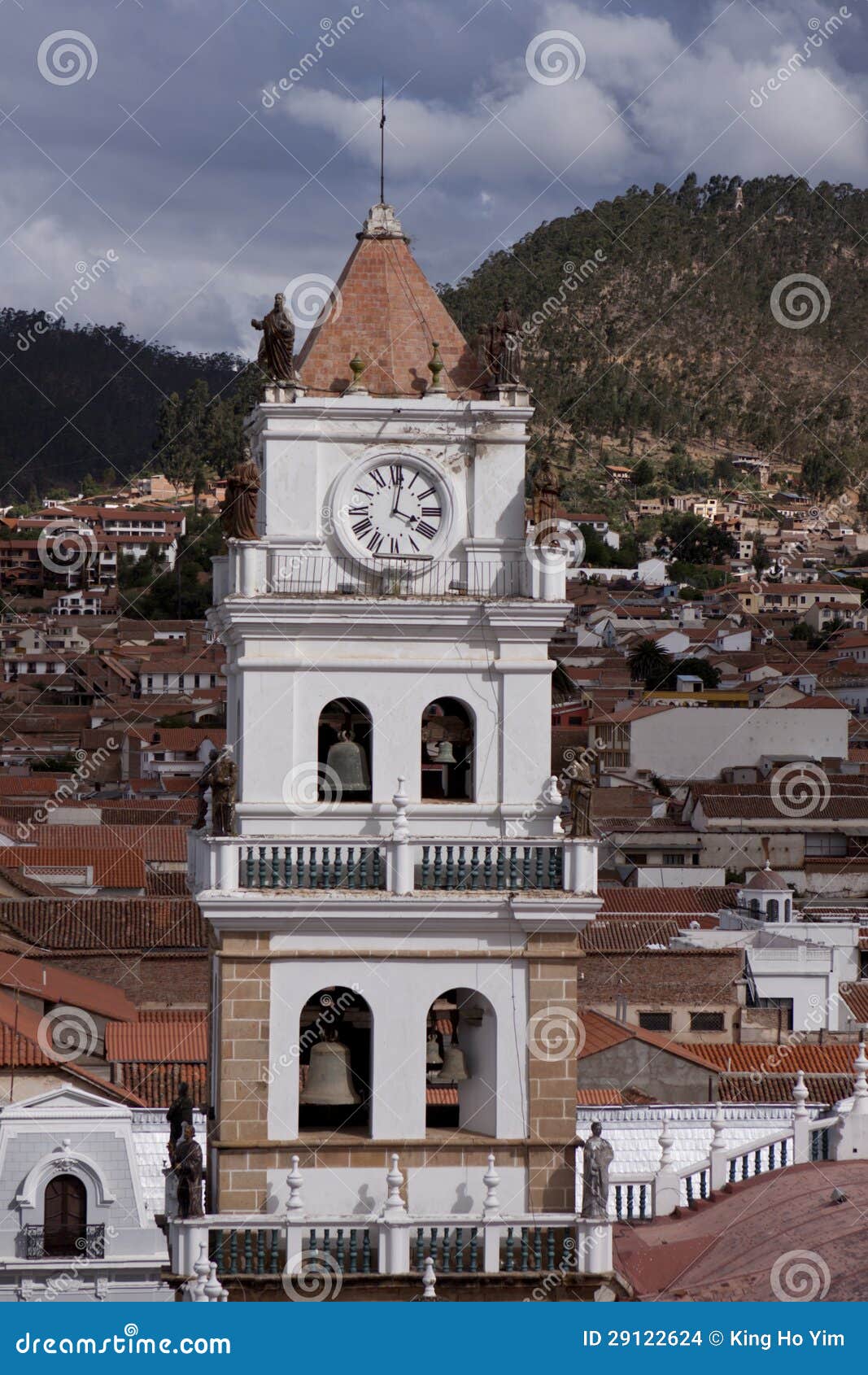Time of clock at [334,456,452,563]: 4:01
